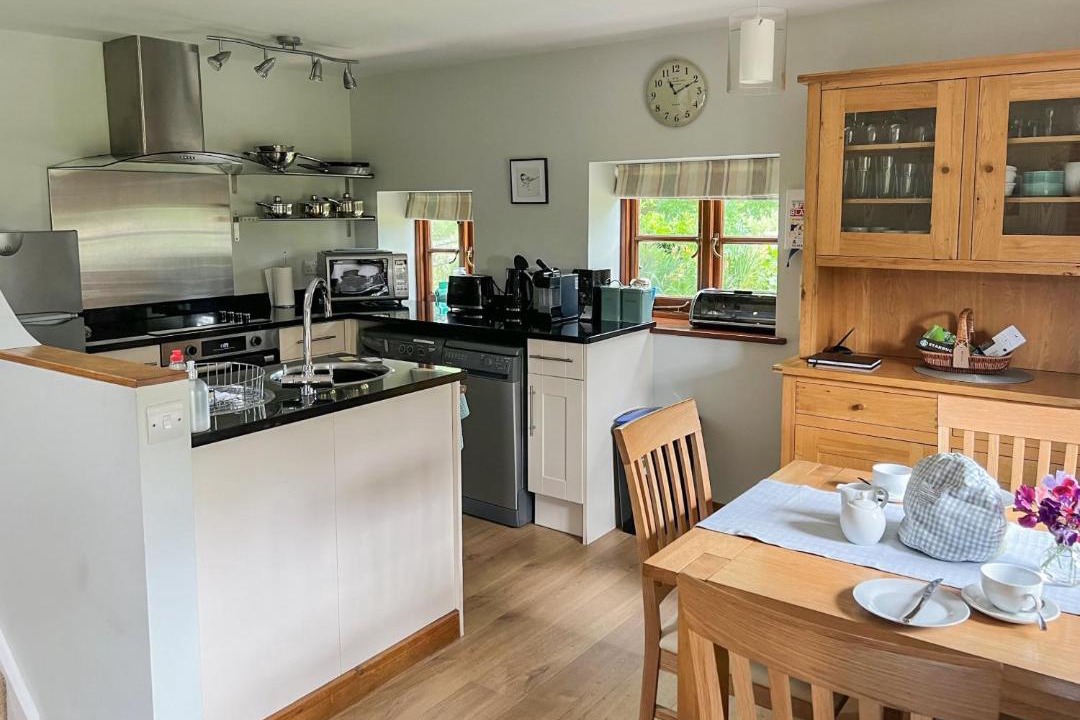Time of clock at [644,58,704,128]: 11:10
